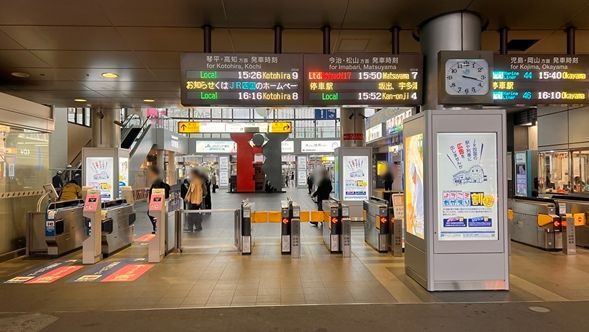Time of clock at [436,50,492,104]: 3:17
